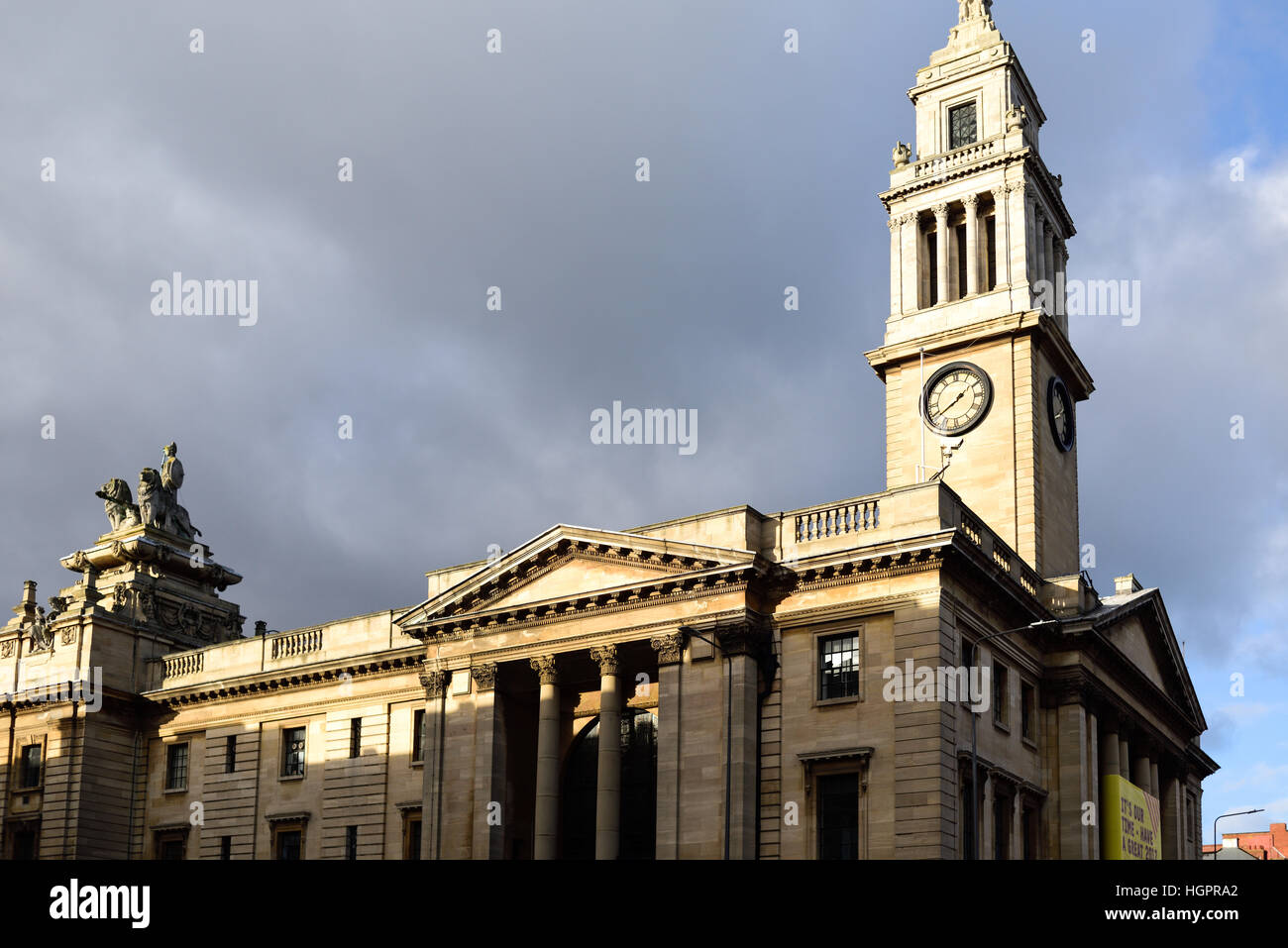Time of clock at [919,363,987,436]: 1:39
